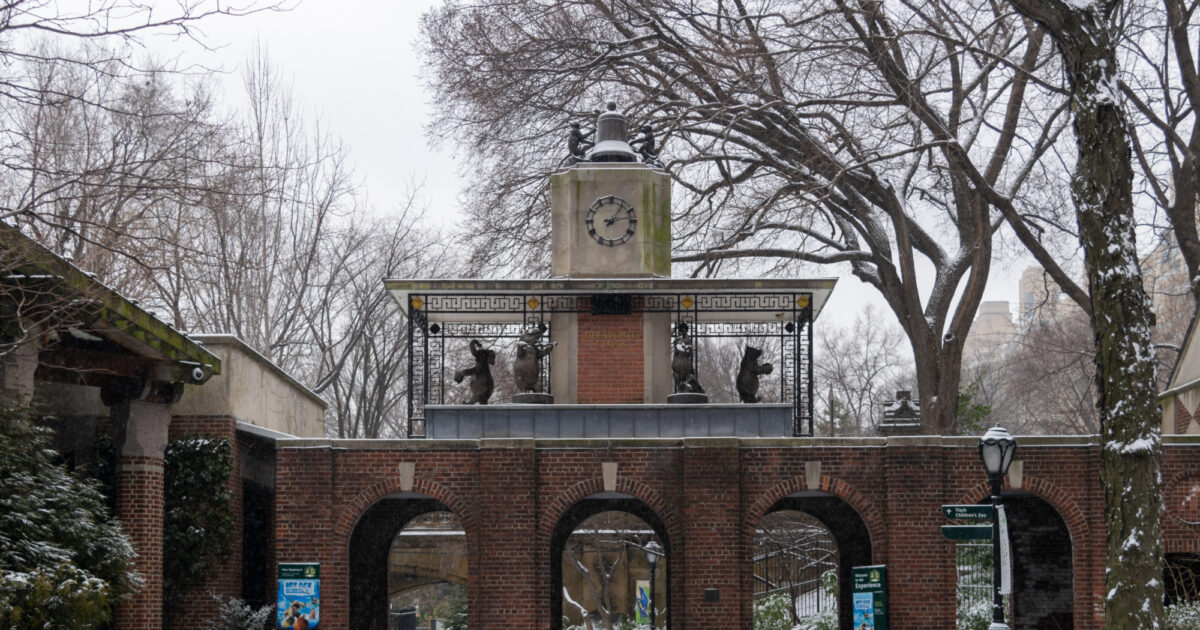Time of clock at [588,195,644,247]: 1:13
